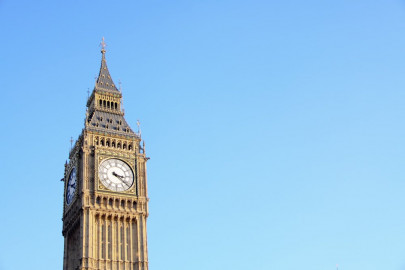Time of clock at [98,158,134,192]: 3:21
